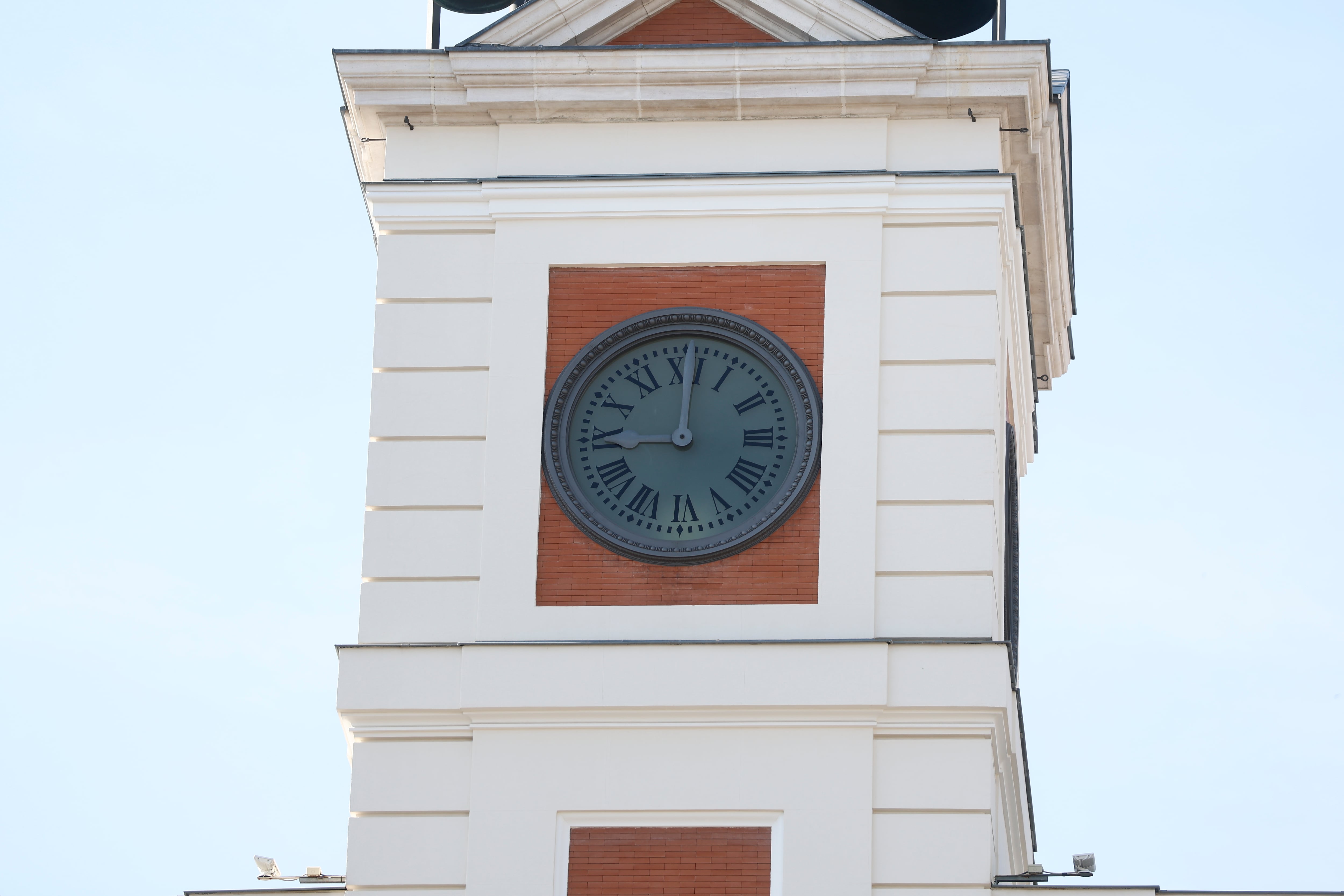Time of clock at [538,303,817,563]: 9:01
